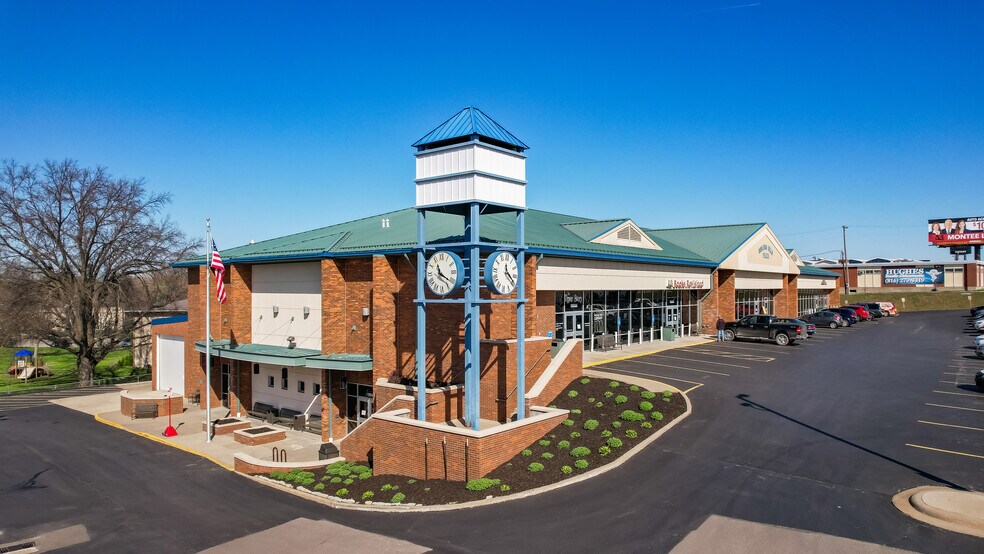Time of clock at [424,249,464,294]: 11:20
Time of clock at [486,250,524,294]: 11:19
